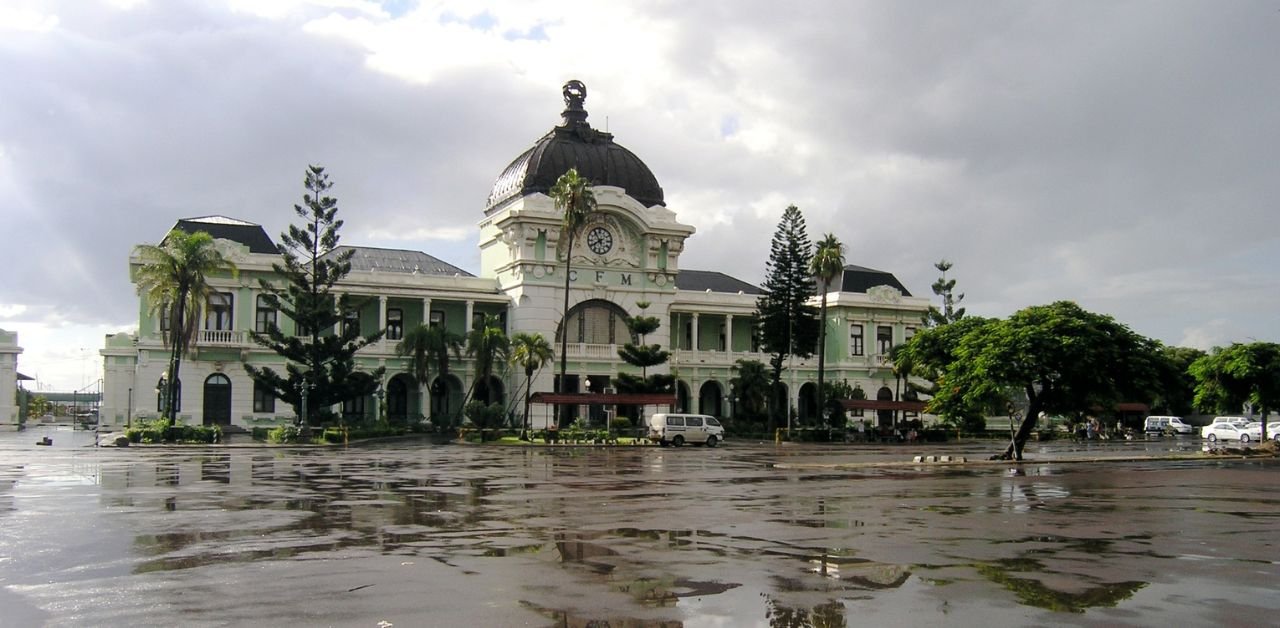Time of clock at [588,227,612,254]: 7:53
